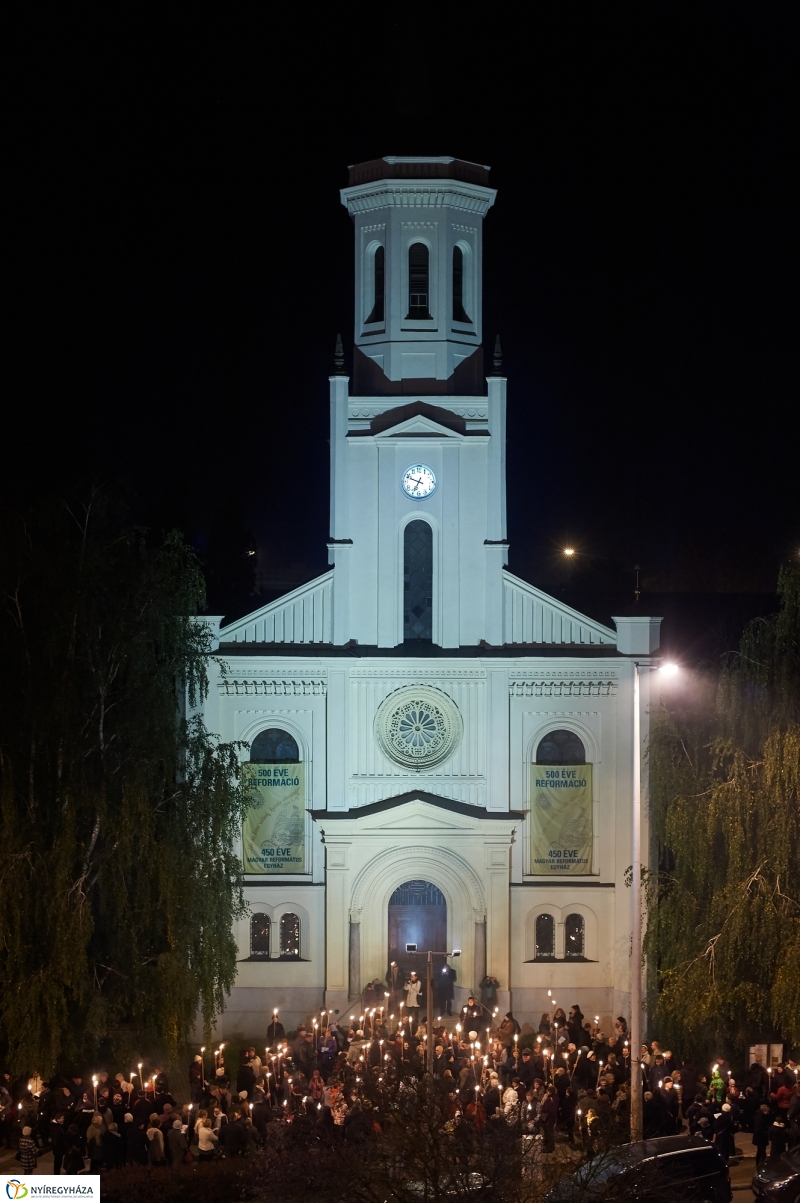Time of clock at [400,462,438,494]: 6:48
